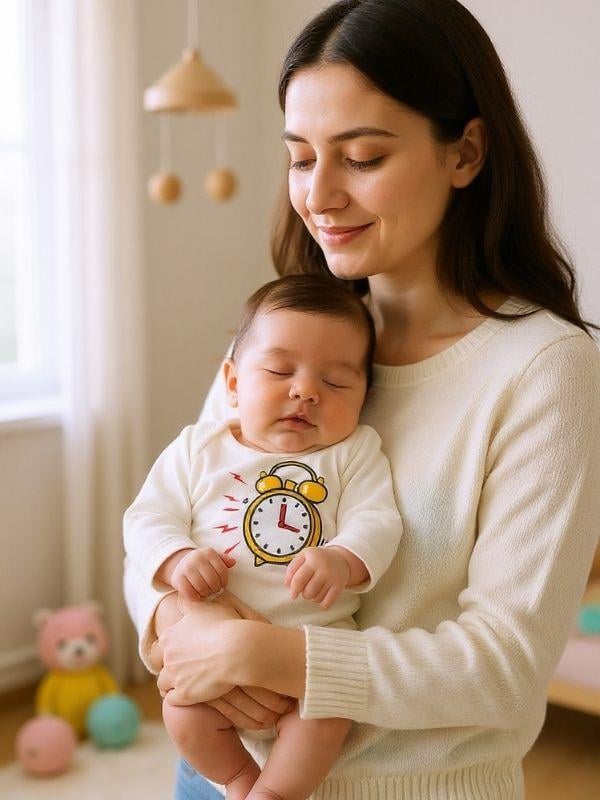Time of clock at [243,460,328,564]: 12:17
